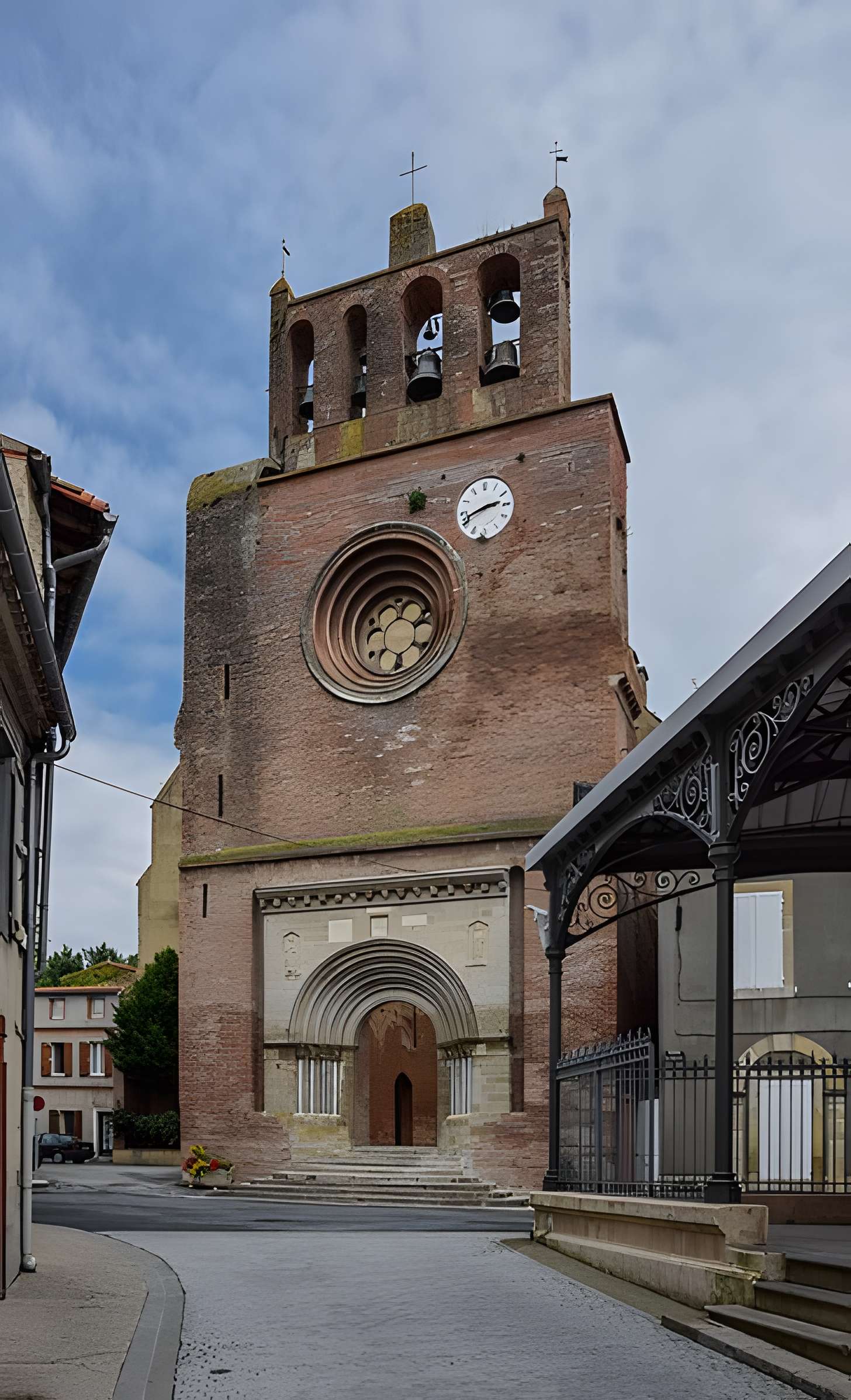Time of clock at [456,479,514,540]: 2:41
